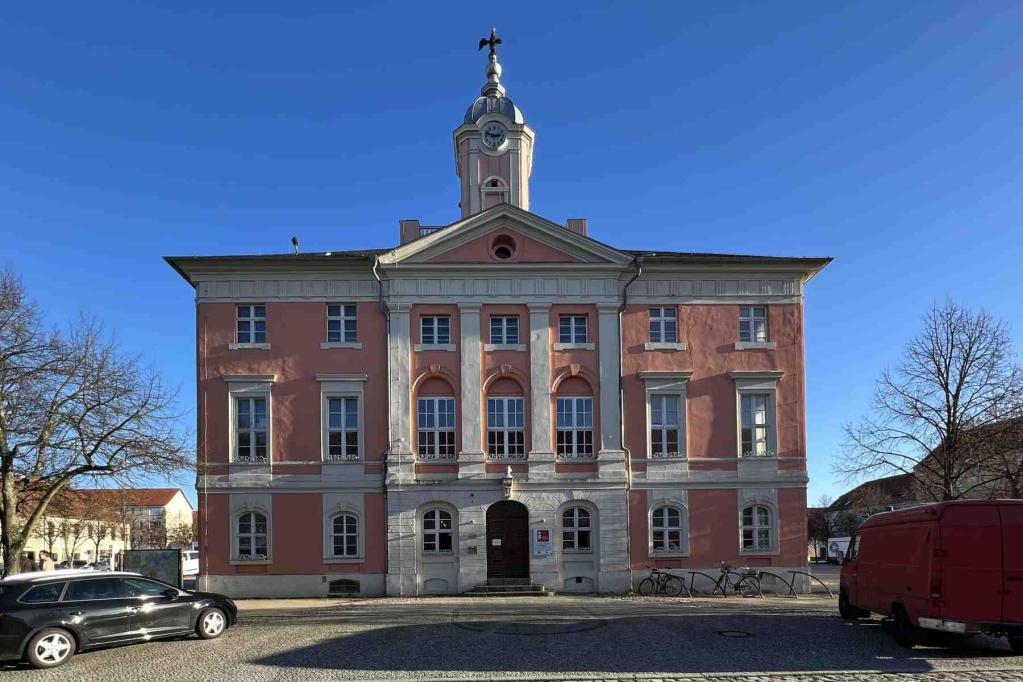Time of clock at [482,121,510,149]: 2:48
